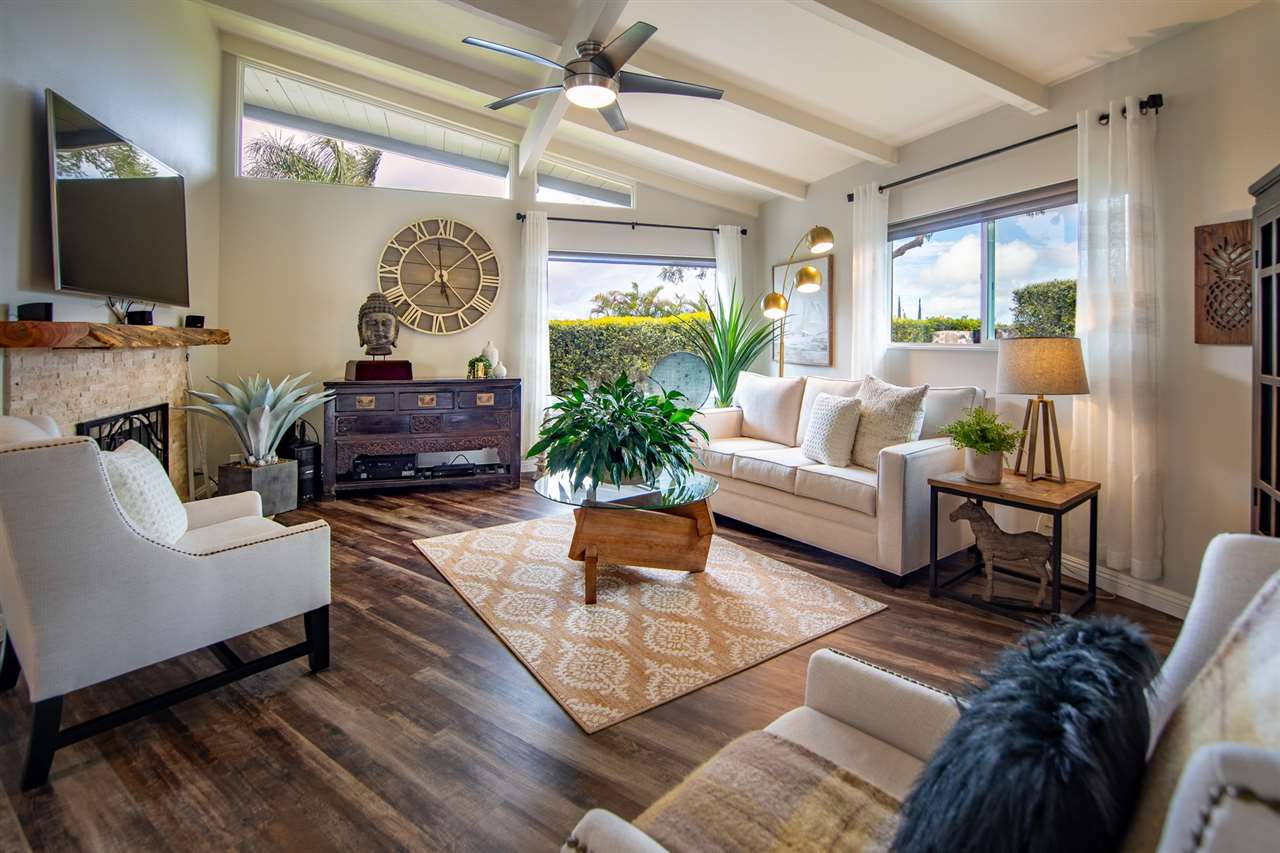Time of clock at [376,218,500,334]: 4:58
